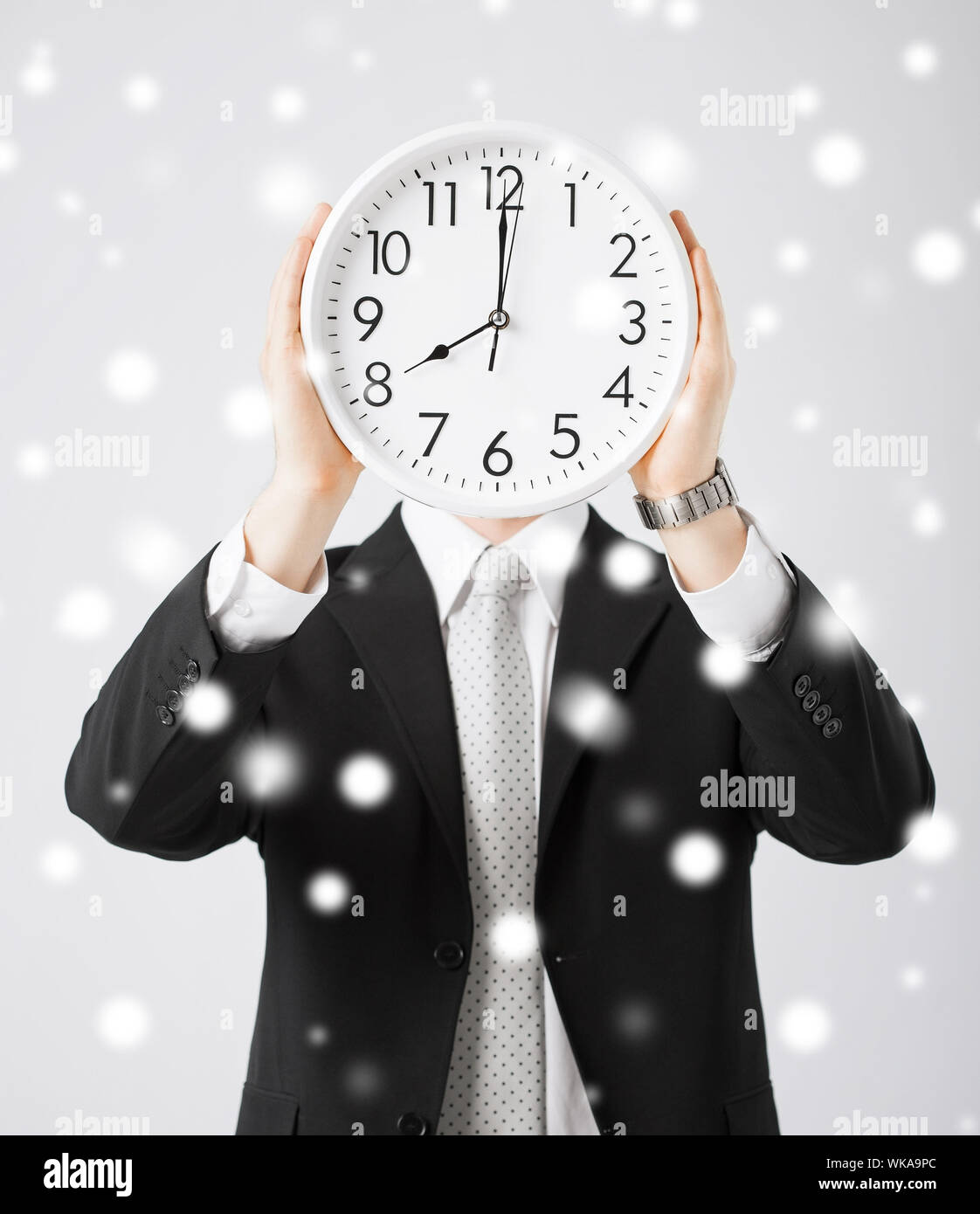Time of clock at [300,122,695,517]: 8:00
